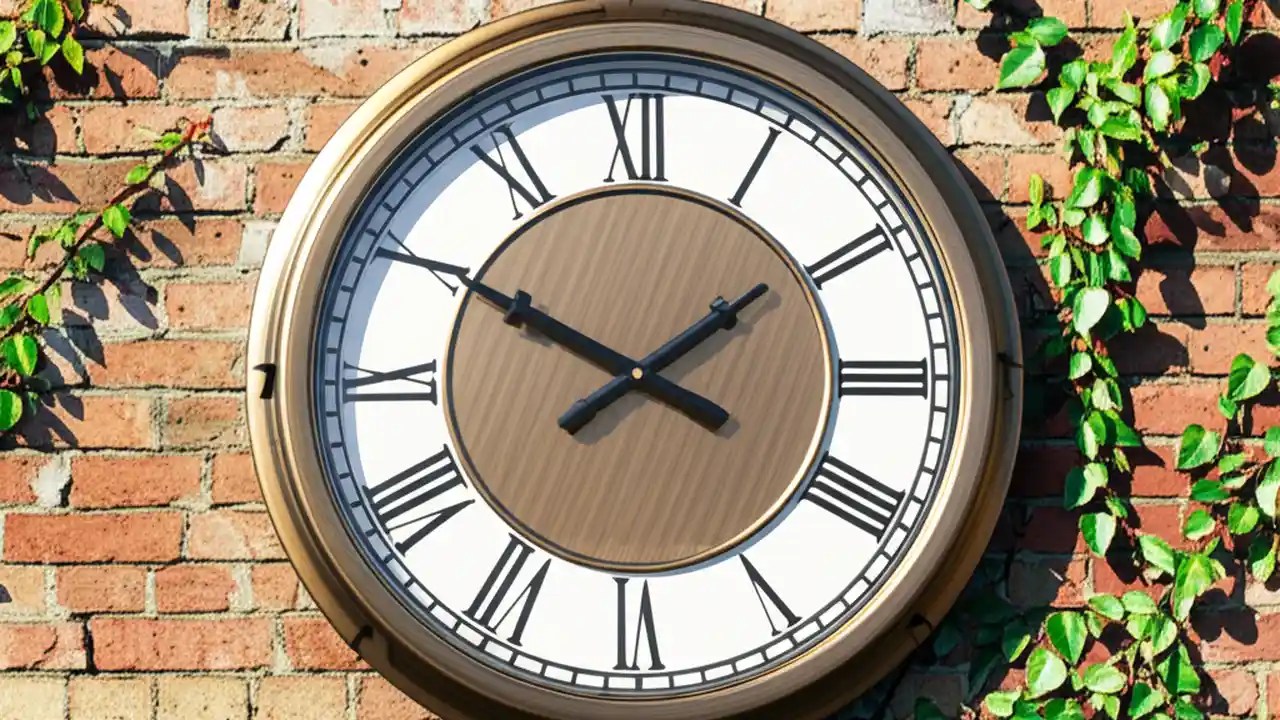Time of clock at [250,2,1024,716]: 1:50
